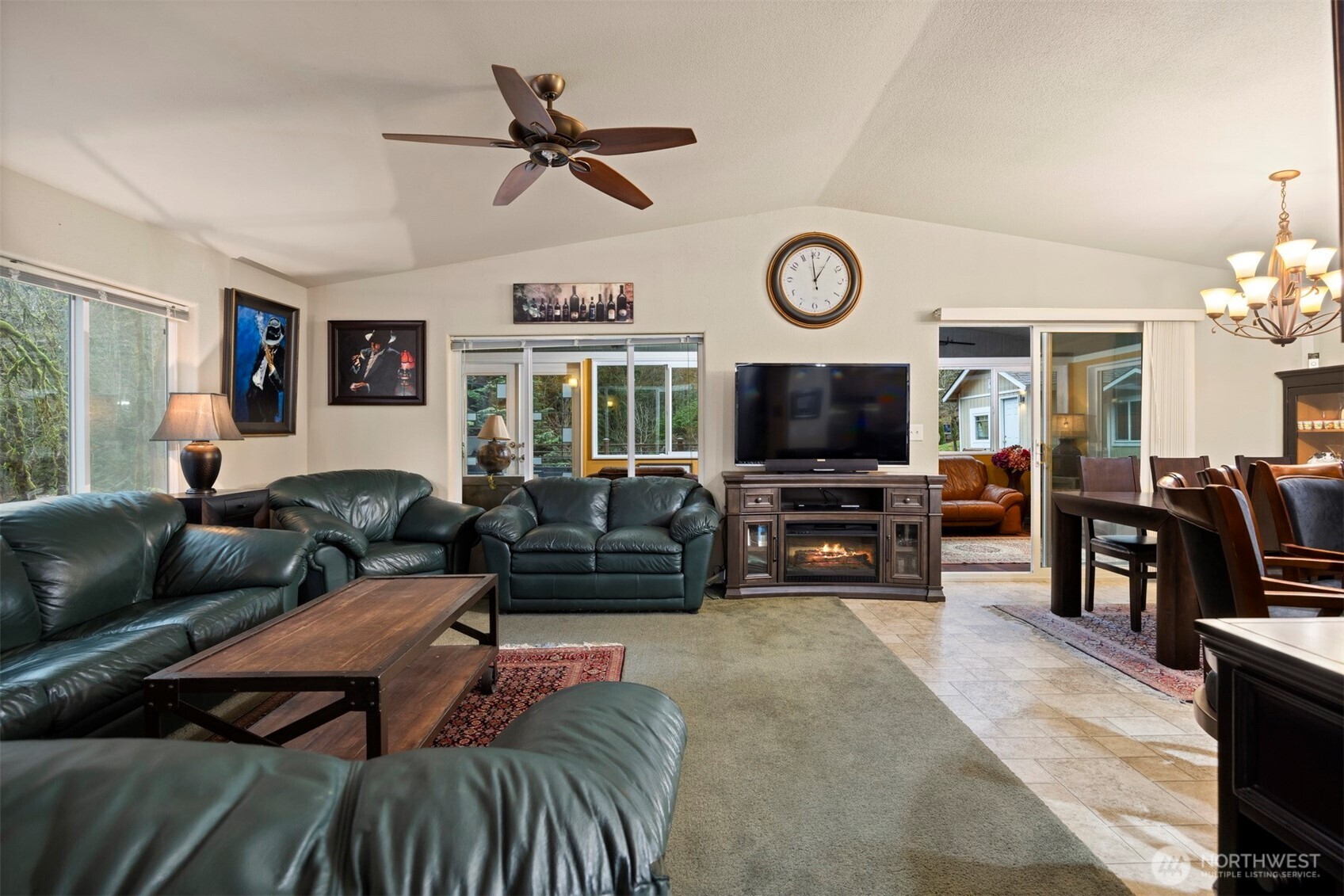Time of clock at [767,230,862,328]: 12:58
